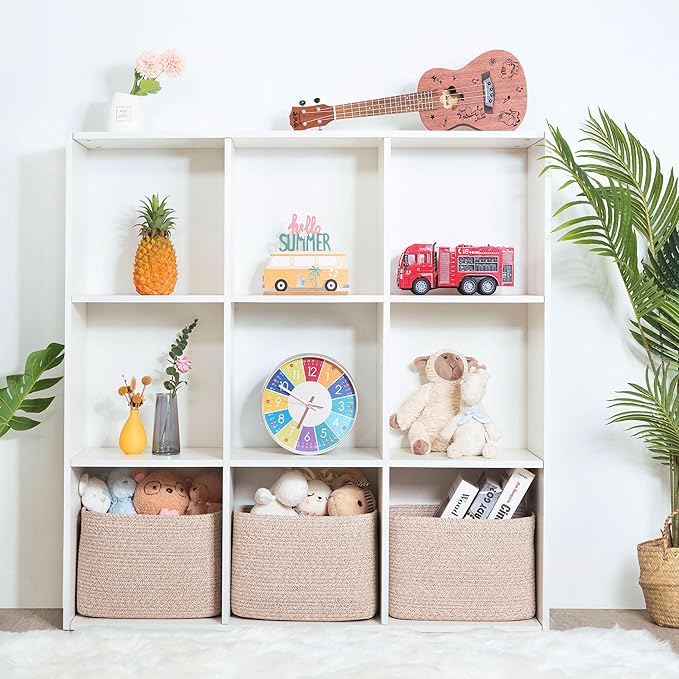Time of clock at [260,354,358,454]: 6:48
